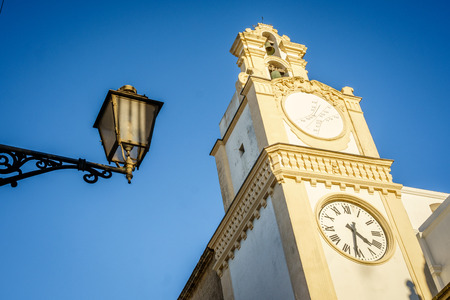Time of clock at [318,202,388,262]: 4:31
